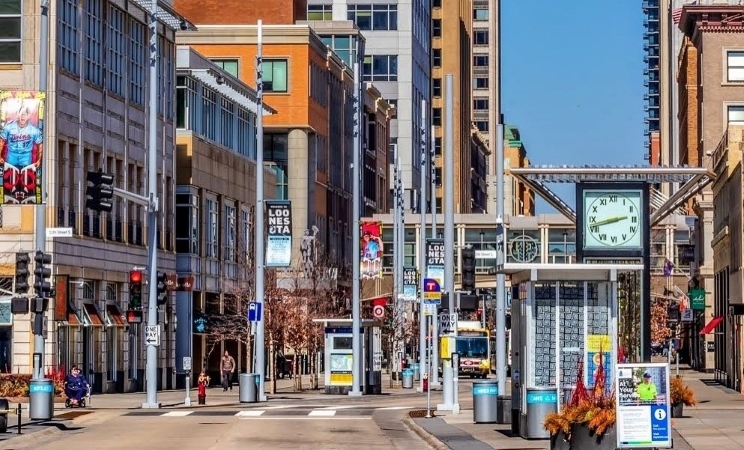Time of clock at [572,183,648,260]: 2:42
